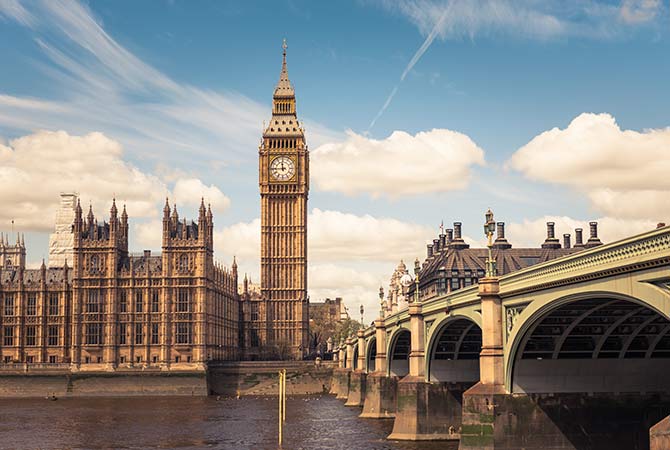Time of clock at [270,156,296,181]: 11:44
